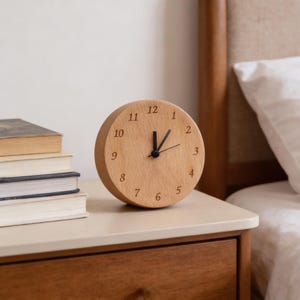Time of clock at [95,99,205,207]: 12:06
